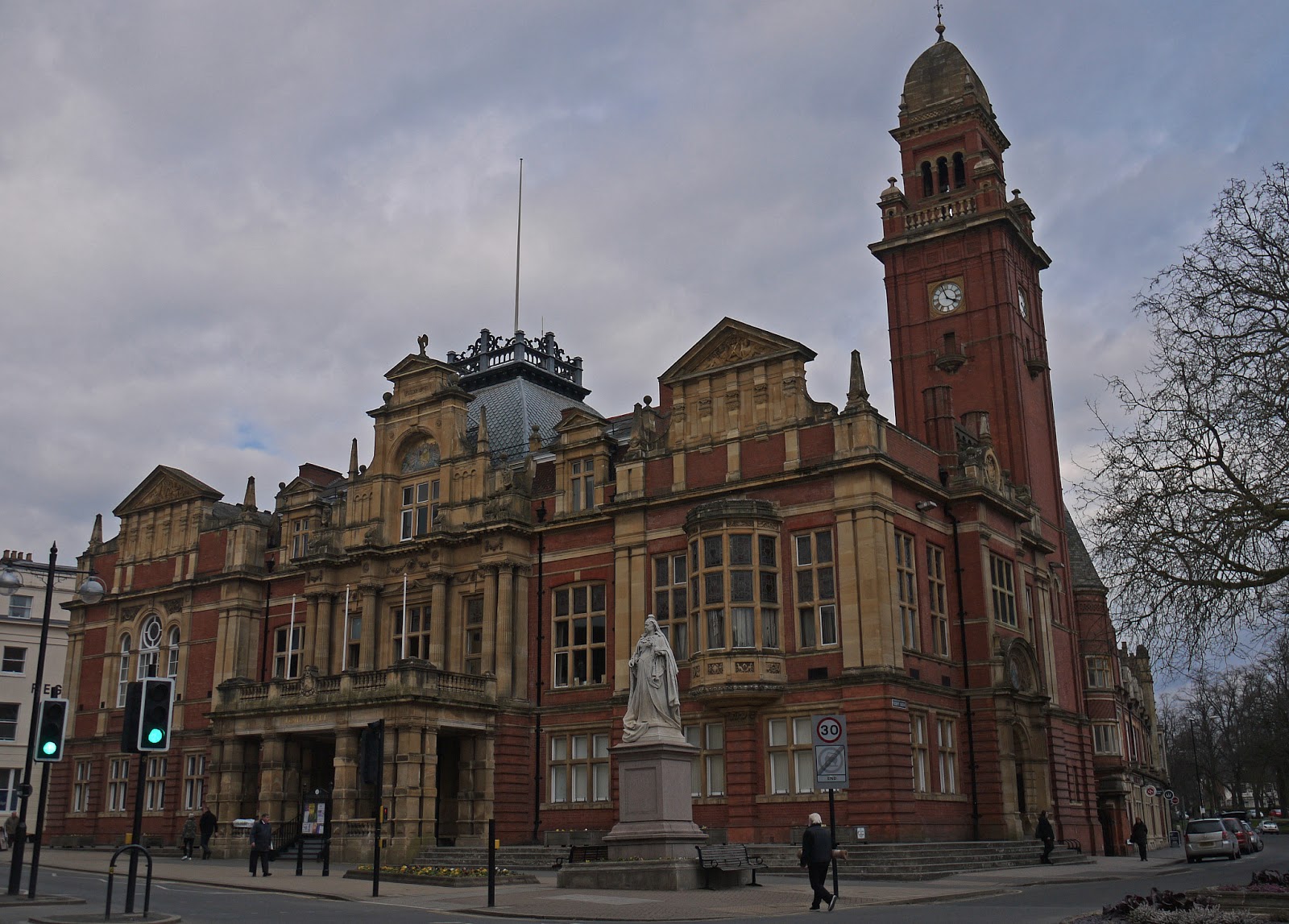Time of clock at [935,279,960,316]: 3:57
